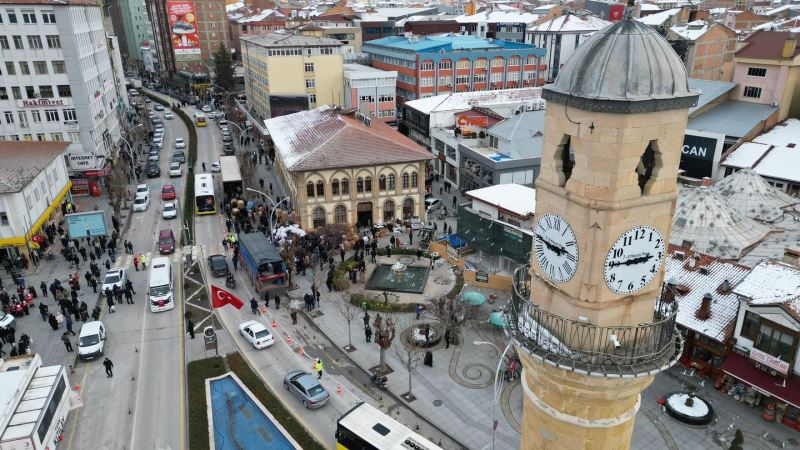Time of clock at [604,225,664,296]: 2:45
